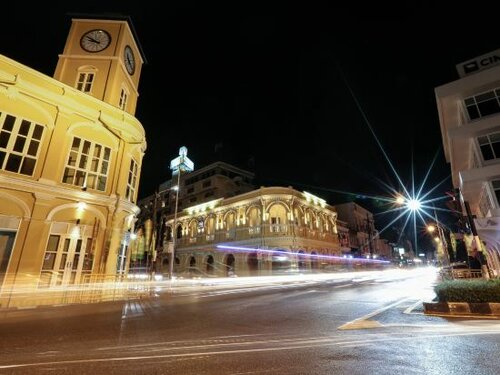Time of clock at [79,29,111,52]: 9:51
